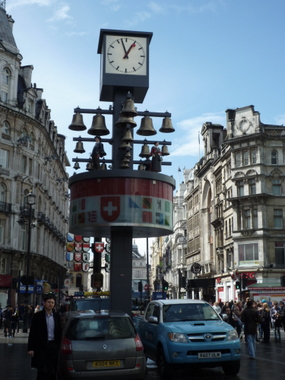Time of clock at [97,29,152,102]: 12:57
